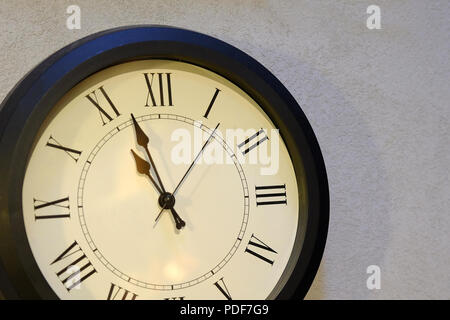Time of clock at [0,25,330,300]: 10:56
